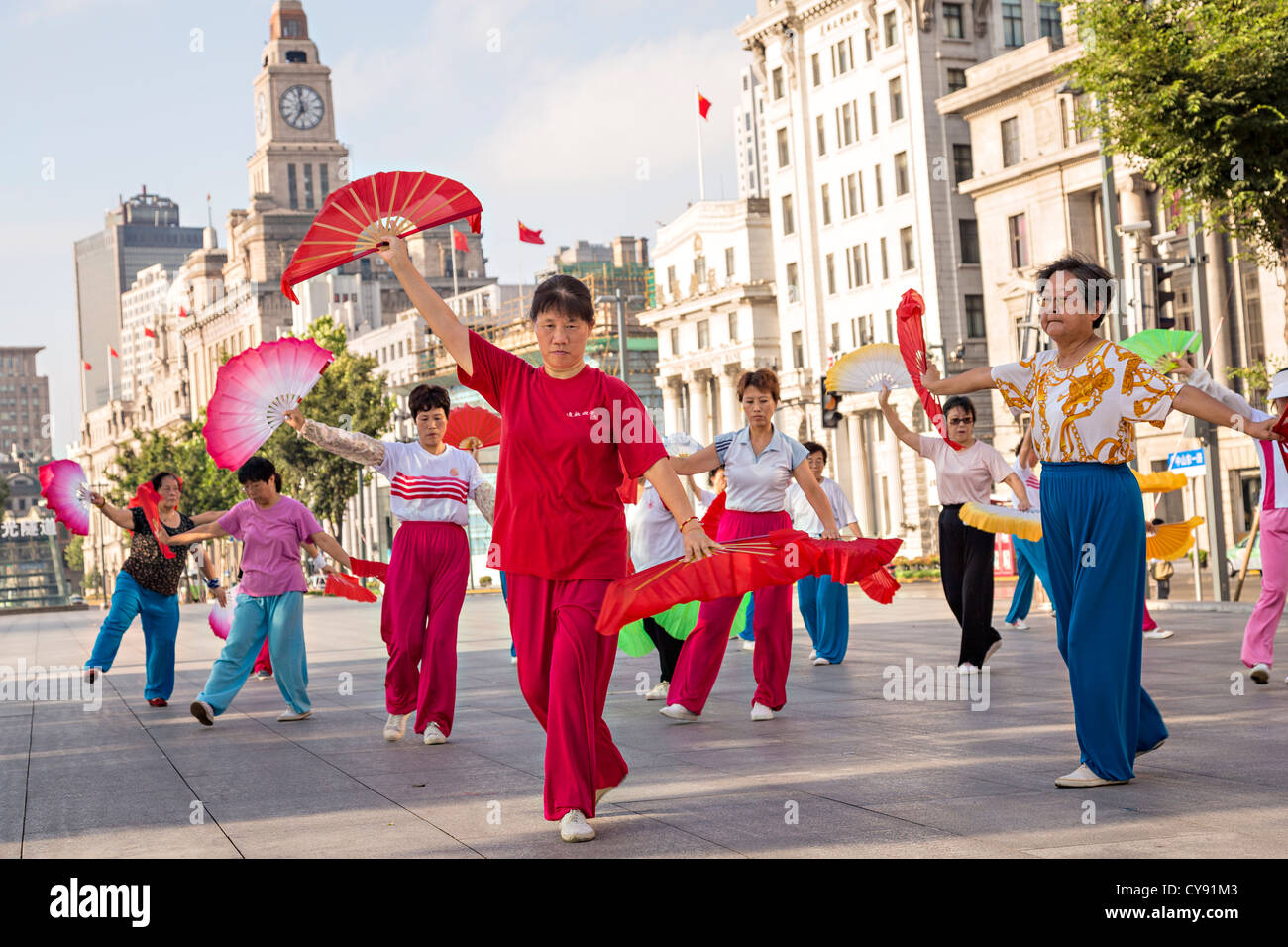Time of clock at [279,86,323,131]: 6:58
